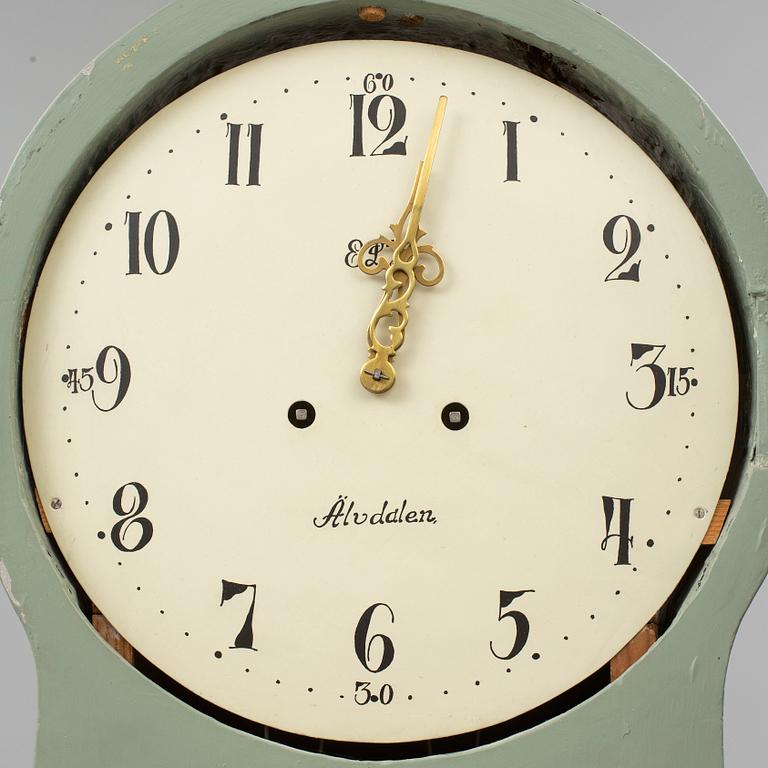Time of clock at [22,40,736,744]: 12:02
